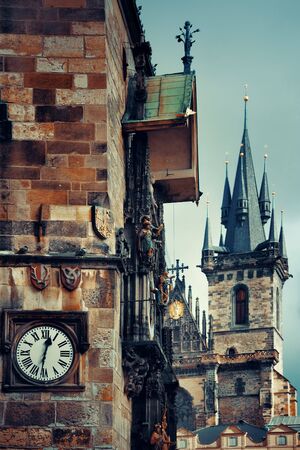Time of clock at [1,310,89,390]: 12:31
